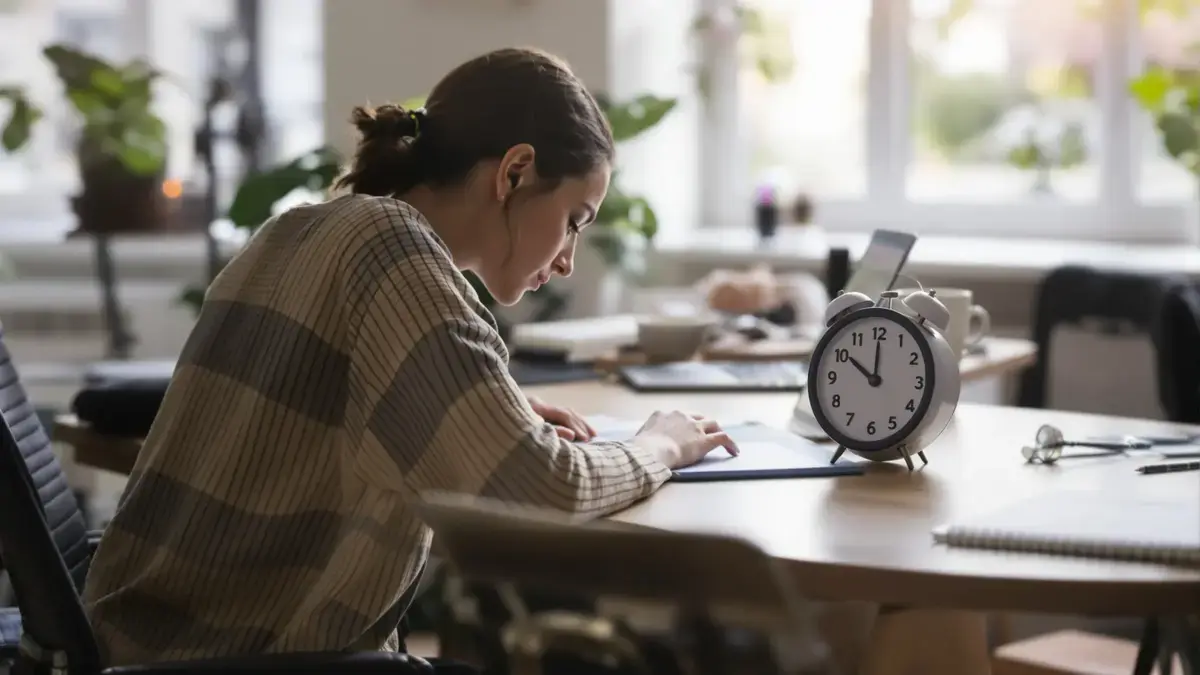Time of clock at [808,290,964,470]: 10:00
